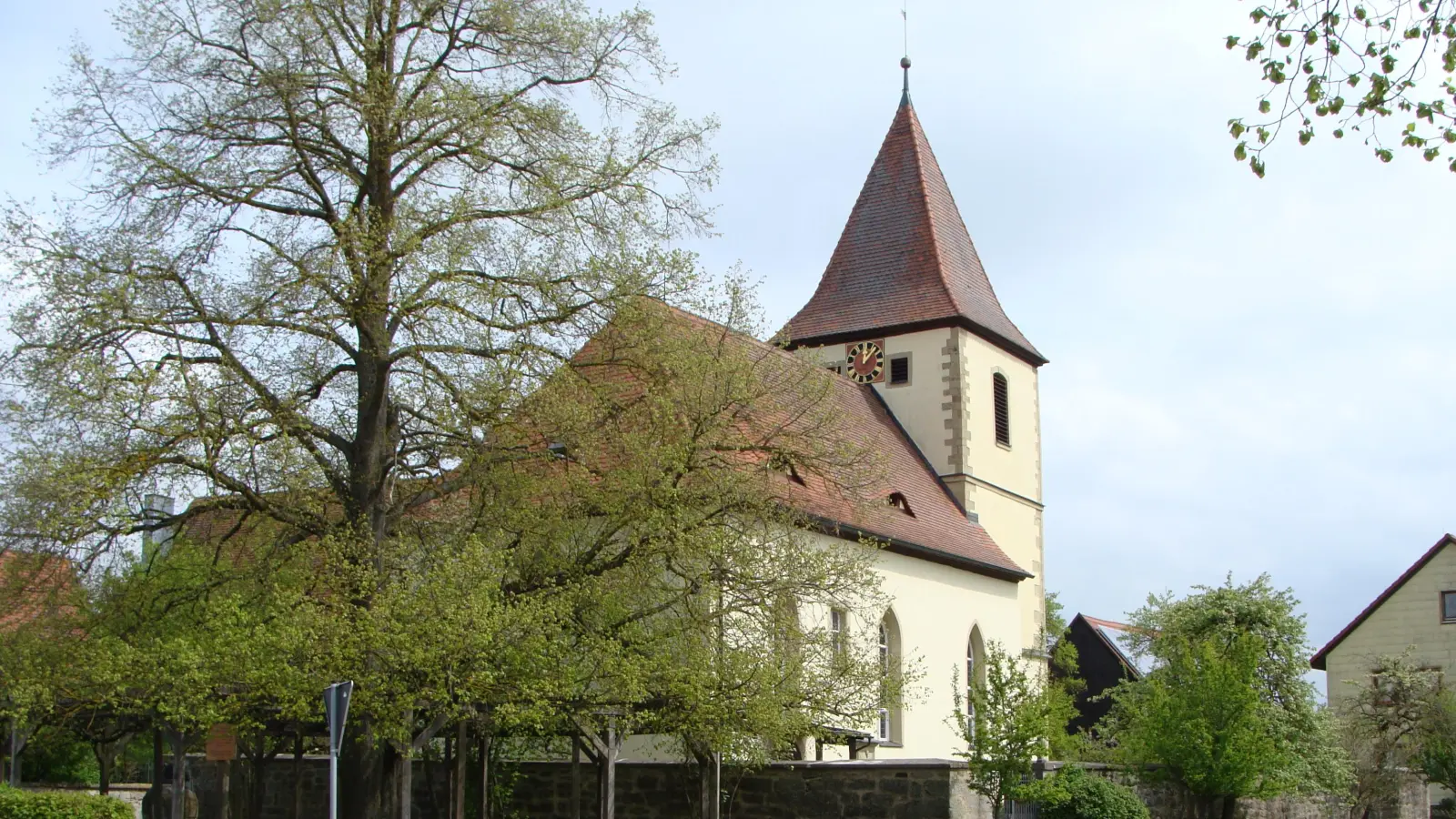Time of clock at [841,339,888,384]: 12:06
